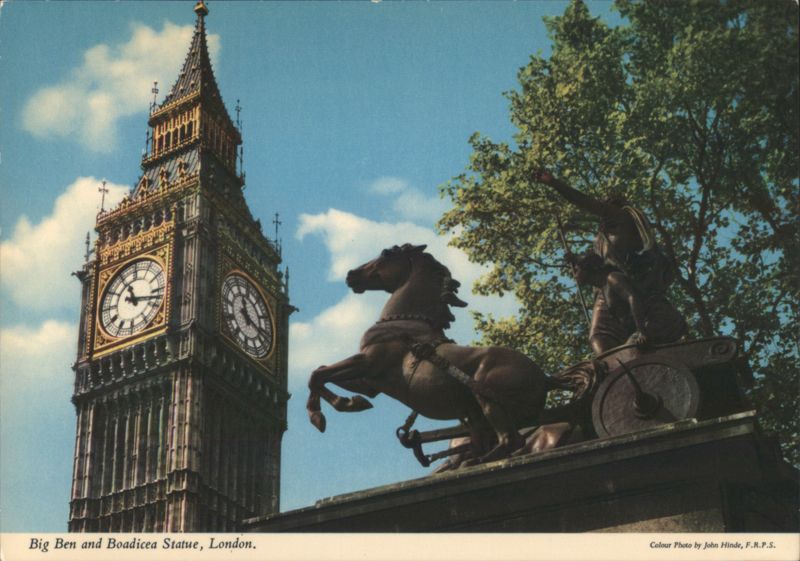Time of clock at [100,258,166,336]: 11:17
